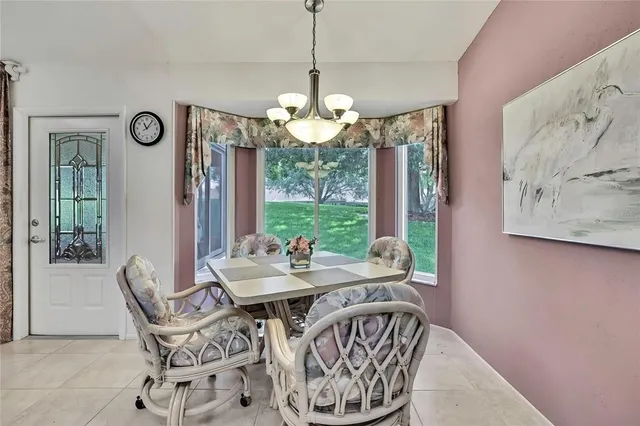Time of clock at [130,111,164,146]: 11:06
